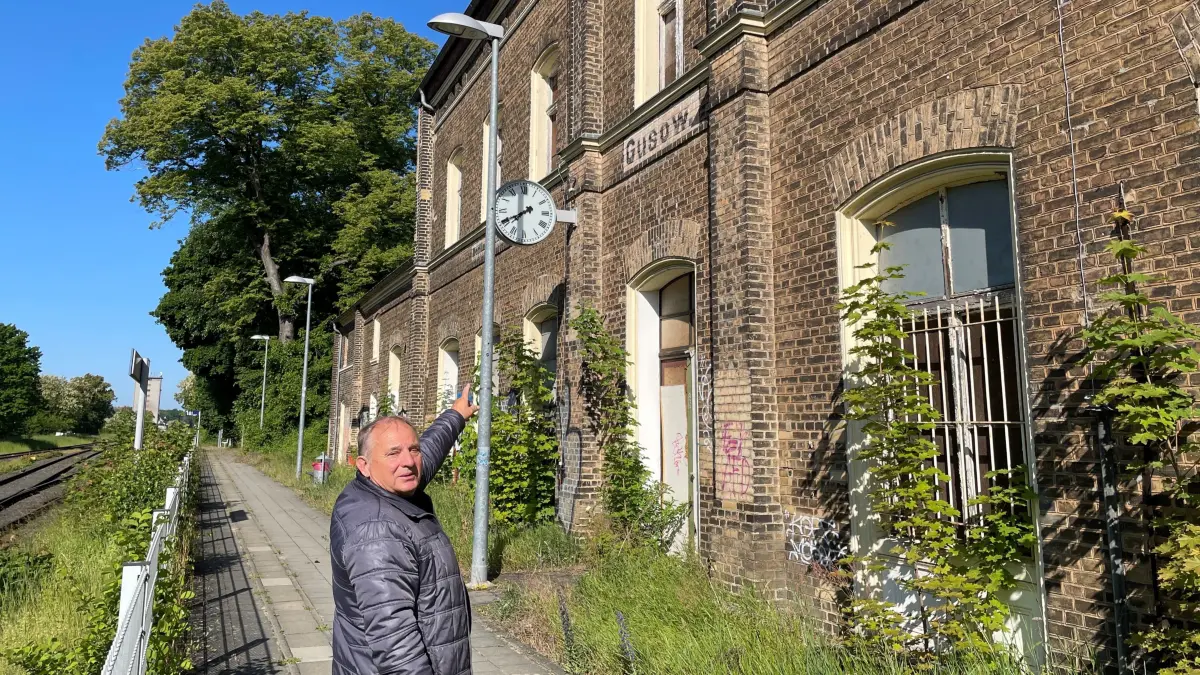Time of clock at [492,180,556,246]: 7:40
